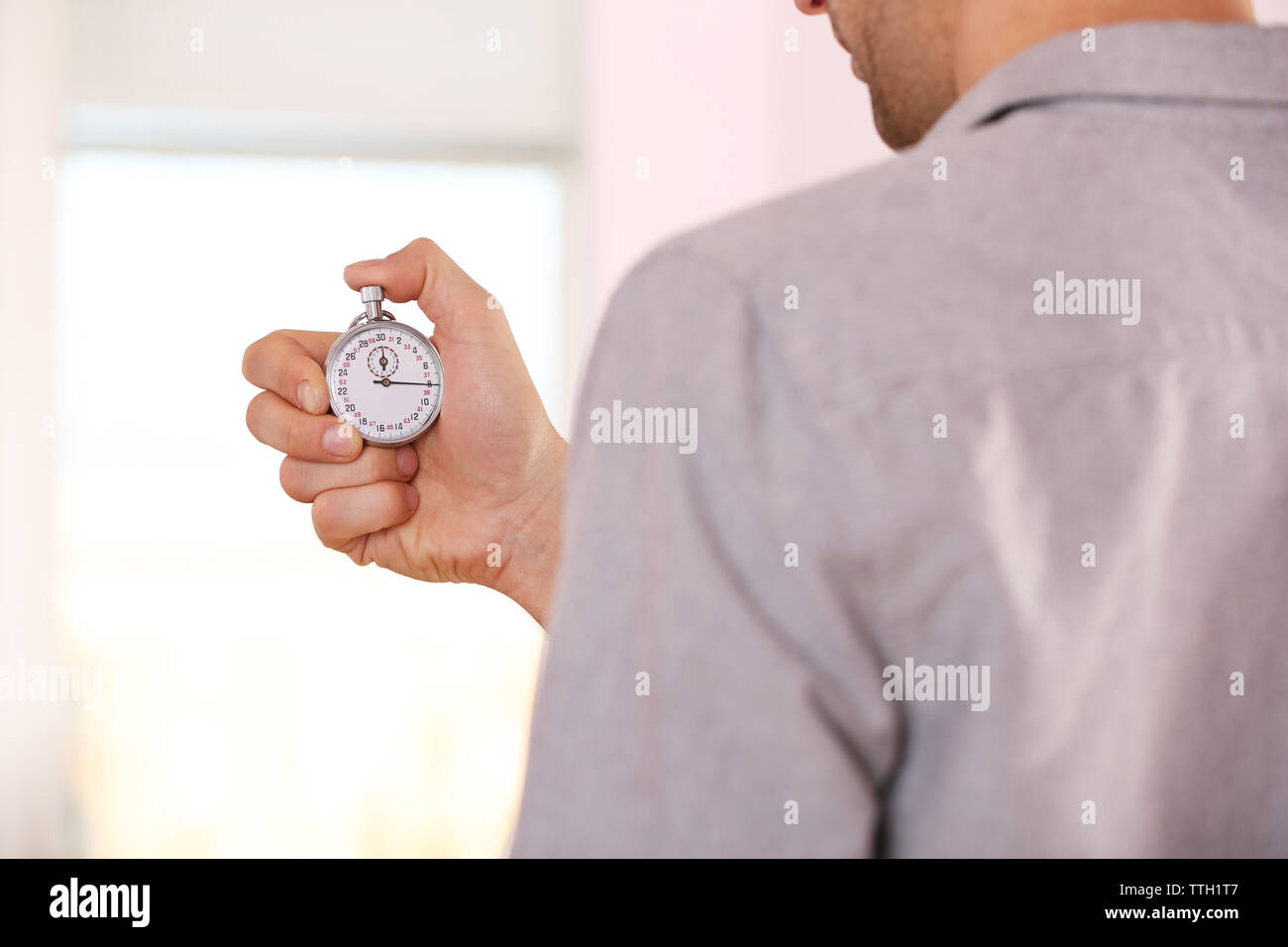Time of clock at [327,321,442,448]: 12:15
